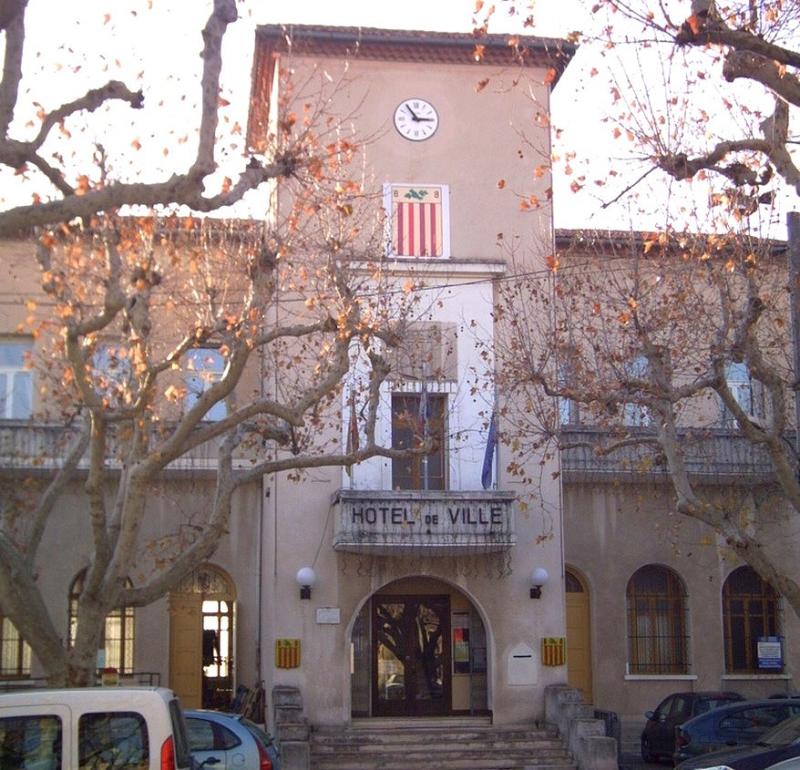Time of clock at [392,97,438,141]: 2:54
